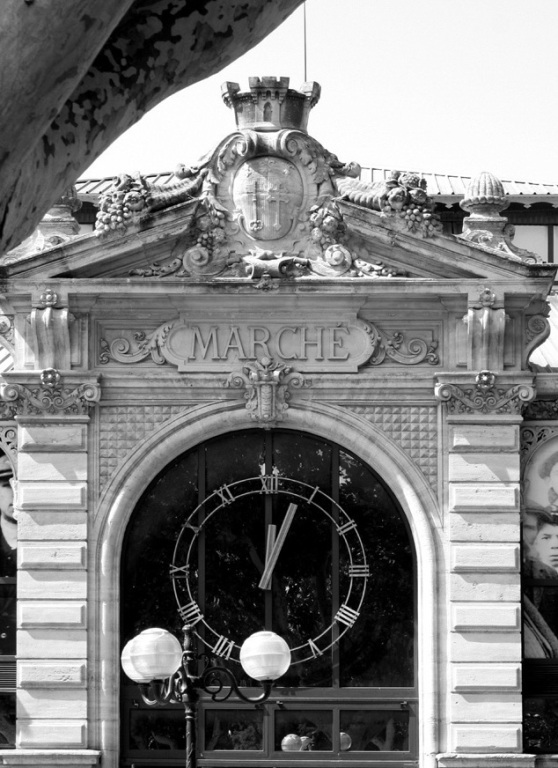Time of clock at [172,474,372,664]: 12:03
